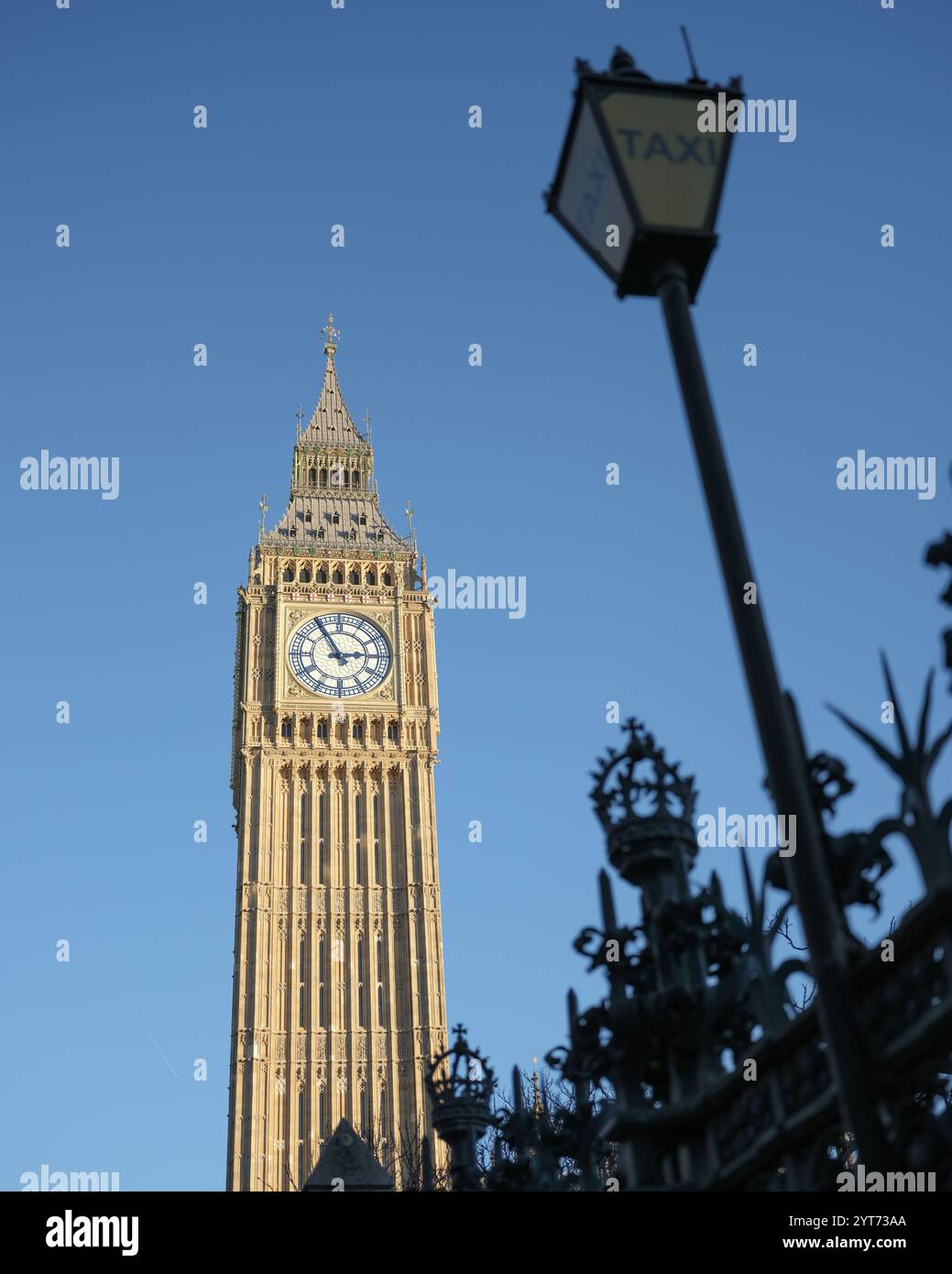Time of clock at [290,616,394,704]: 2:55
